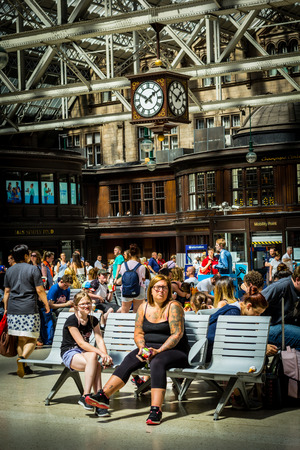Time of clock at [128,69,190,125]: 1:50
